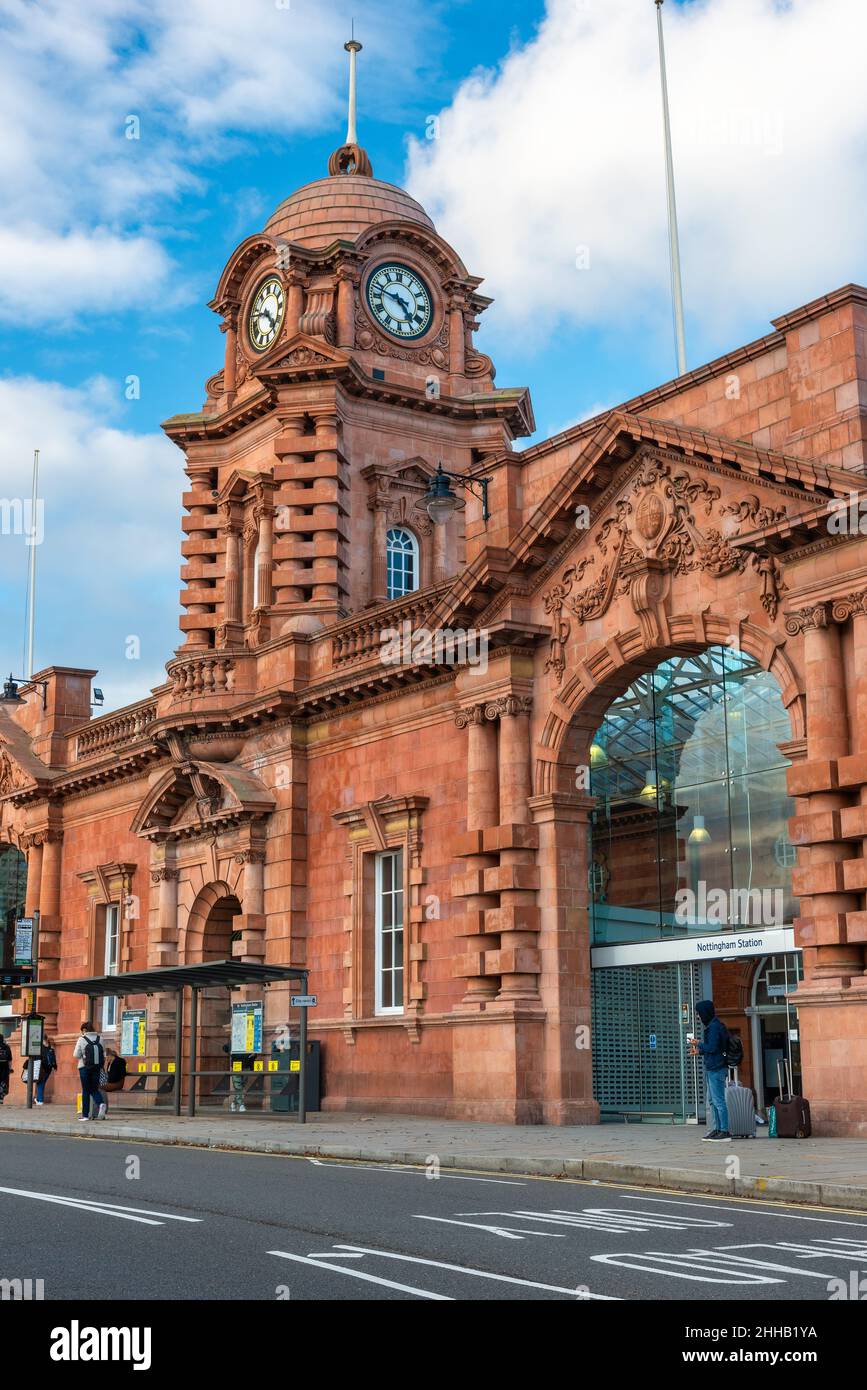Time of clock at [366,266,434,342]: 4:47
